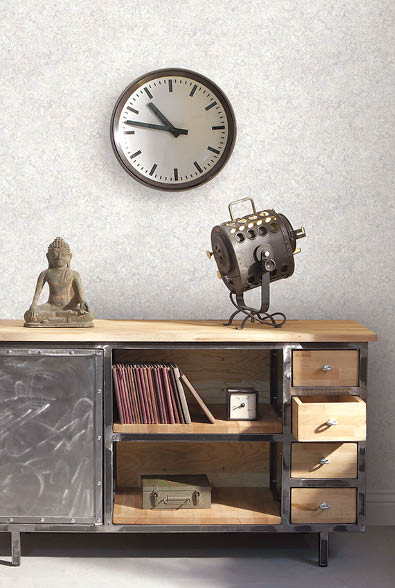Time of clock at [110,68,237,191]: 10:47
